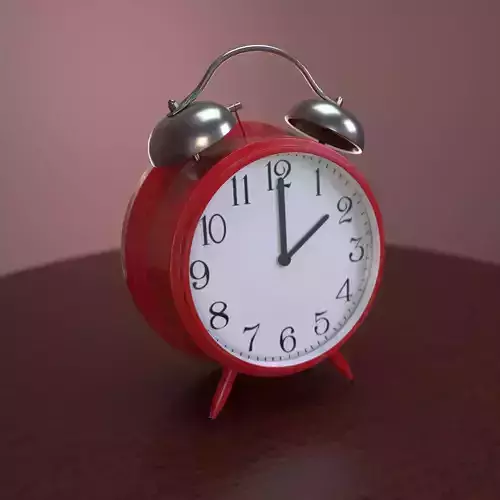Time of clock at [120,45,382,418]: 2:00
